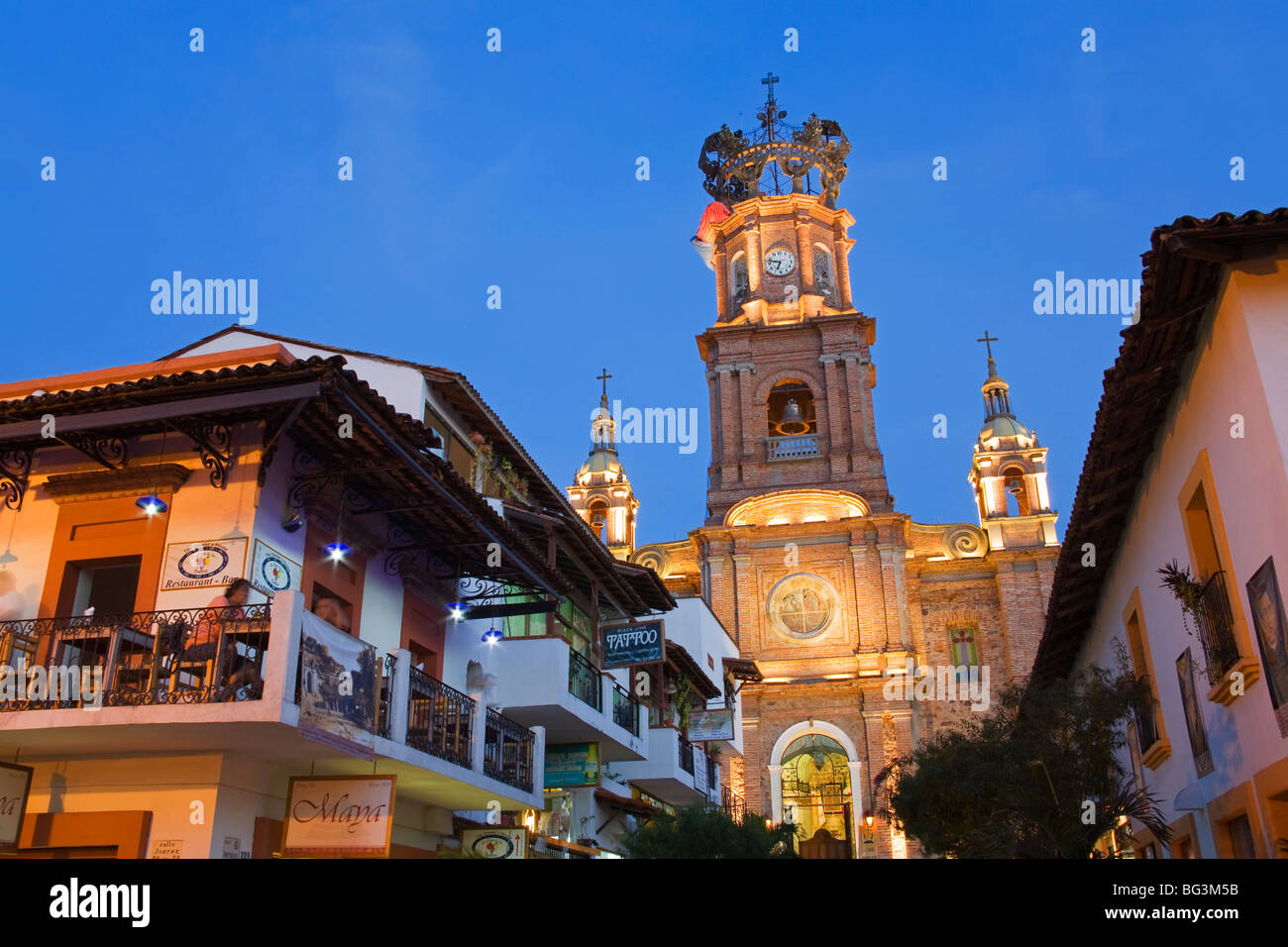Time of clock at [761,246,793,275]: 6:47
